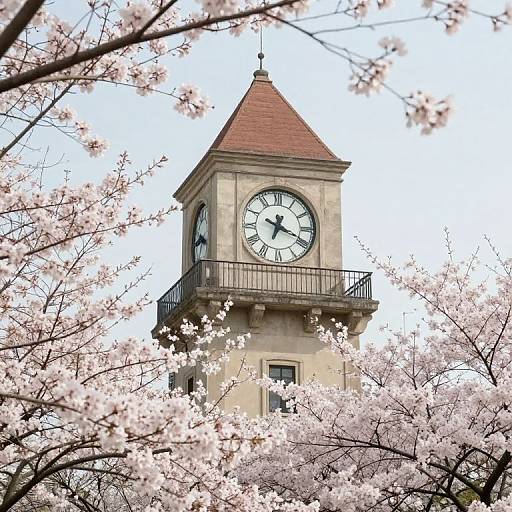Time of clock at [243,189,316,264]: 6:19
